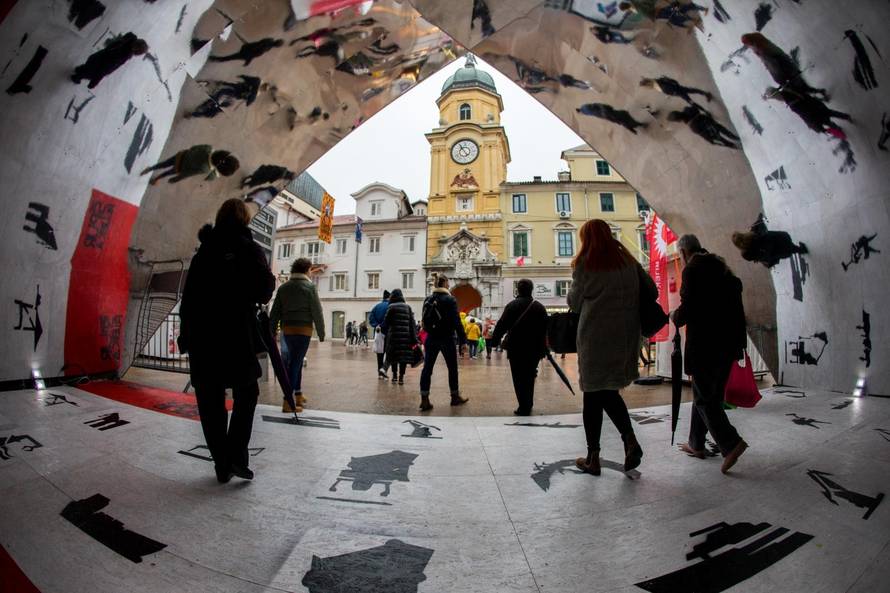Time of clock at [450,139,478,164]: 4:54
